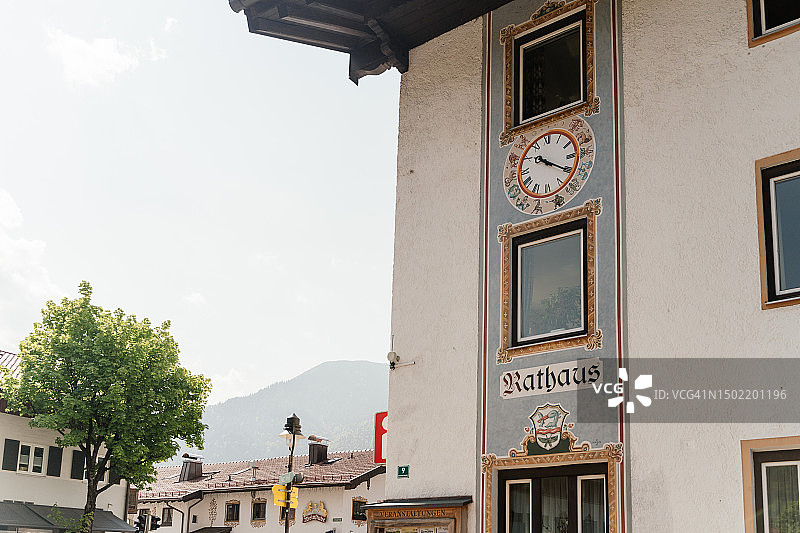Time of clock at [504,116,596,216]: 10:20
